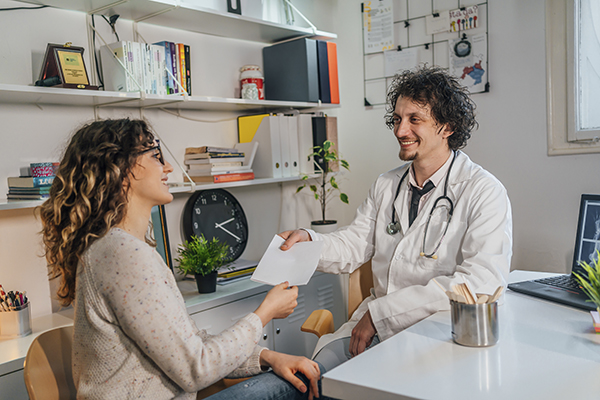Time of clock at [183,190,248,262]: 2:19
